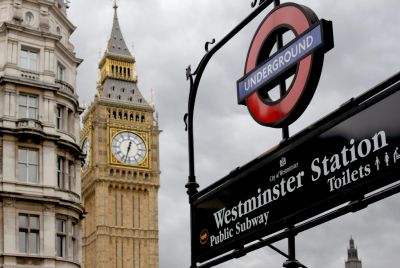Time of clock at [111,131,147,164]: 12:32
